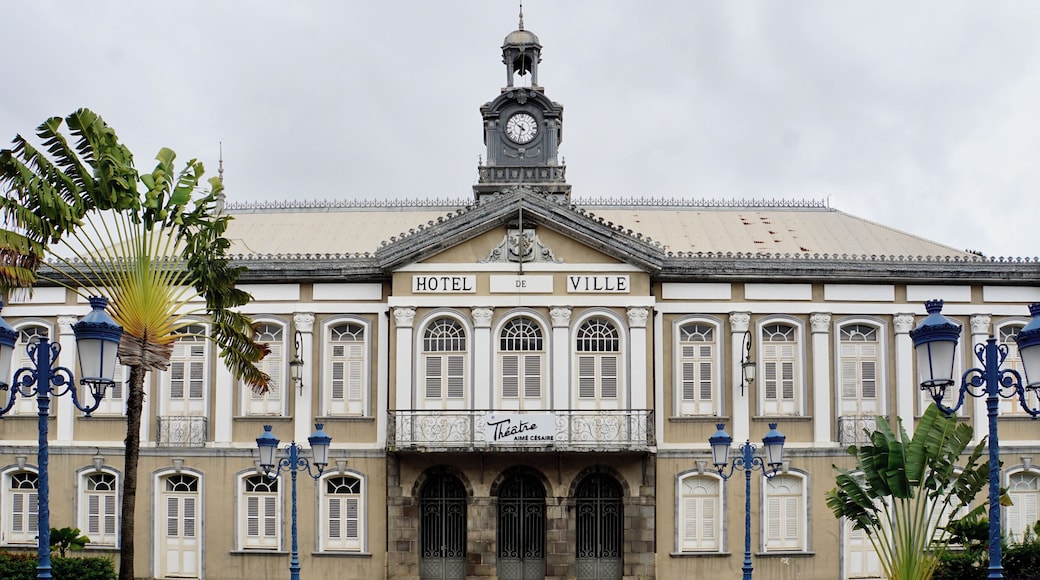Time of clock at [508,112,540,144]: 4:31
